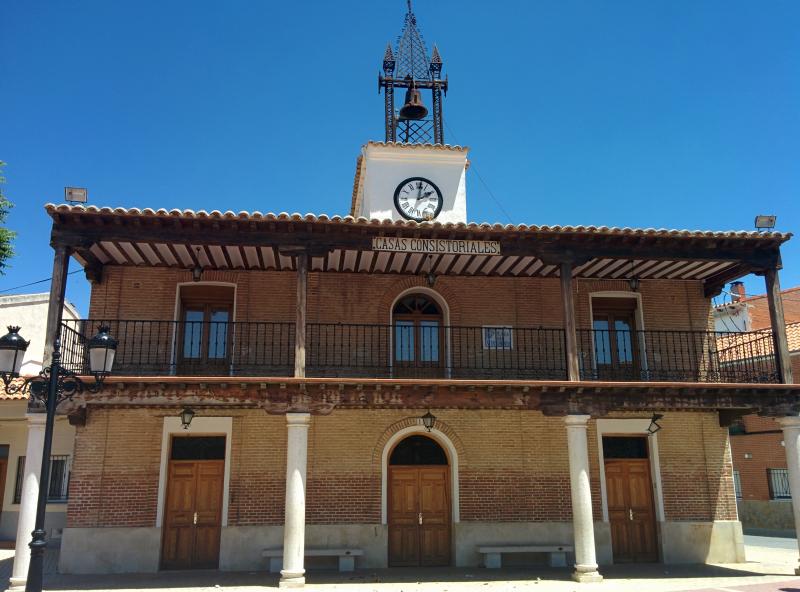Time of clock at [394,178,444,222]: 2:01
